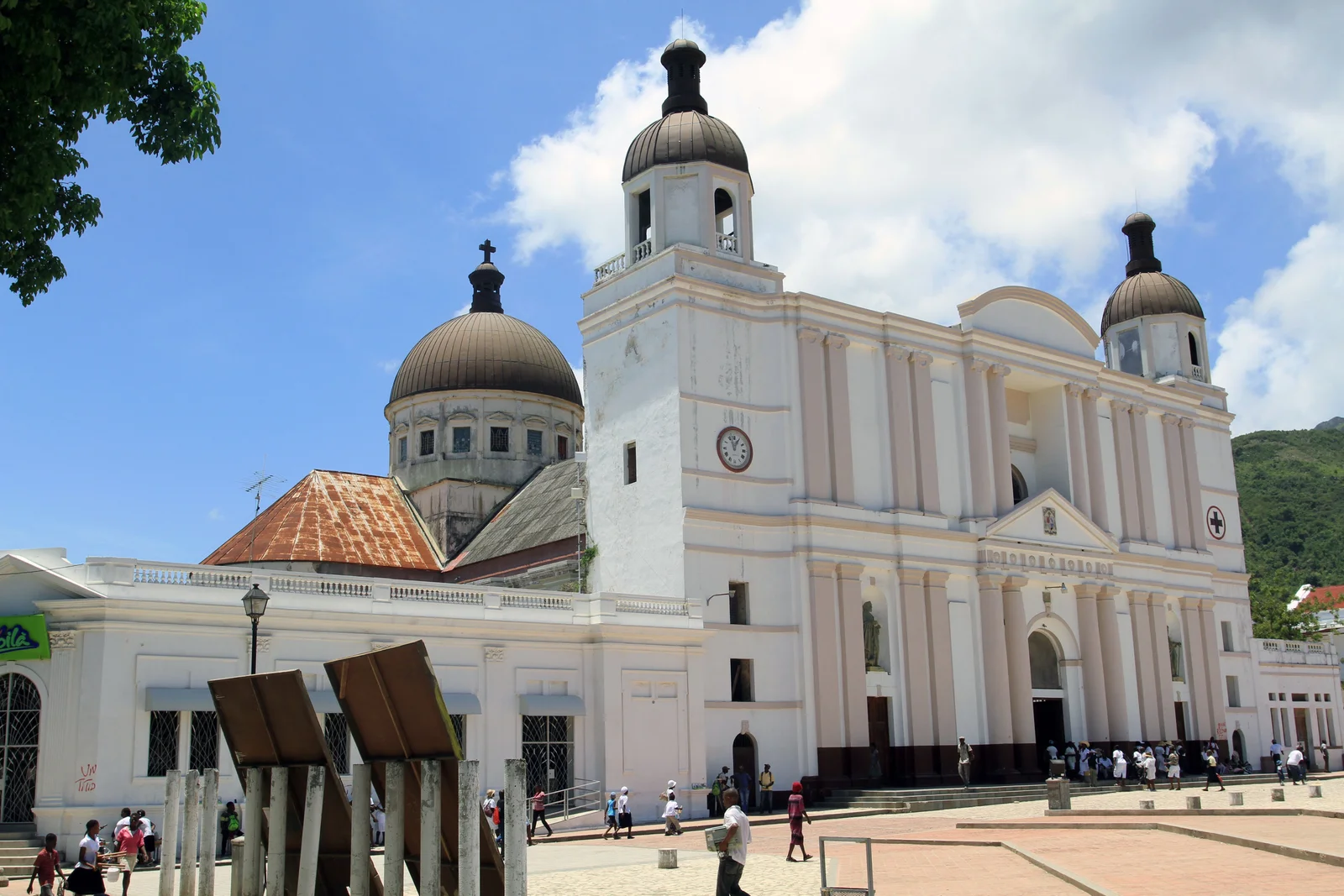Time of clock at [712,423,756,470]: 12:57
